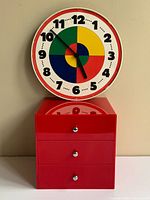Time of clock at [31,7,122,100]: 4:52
